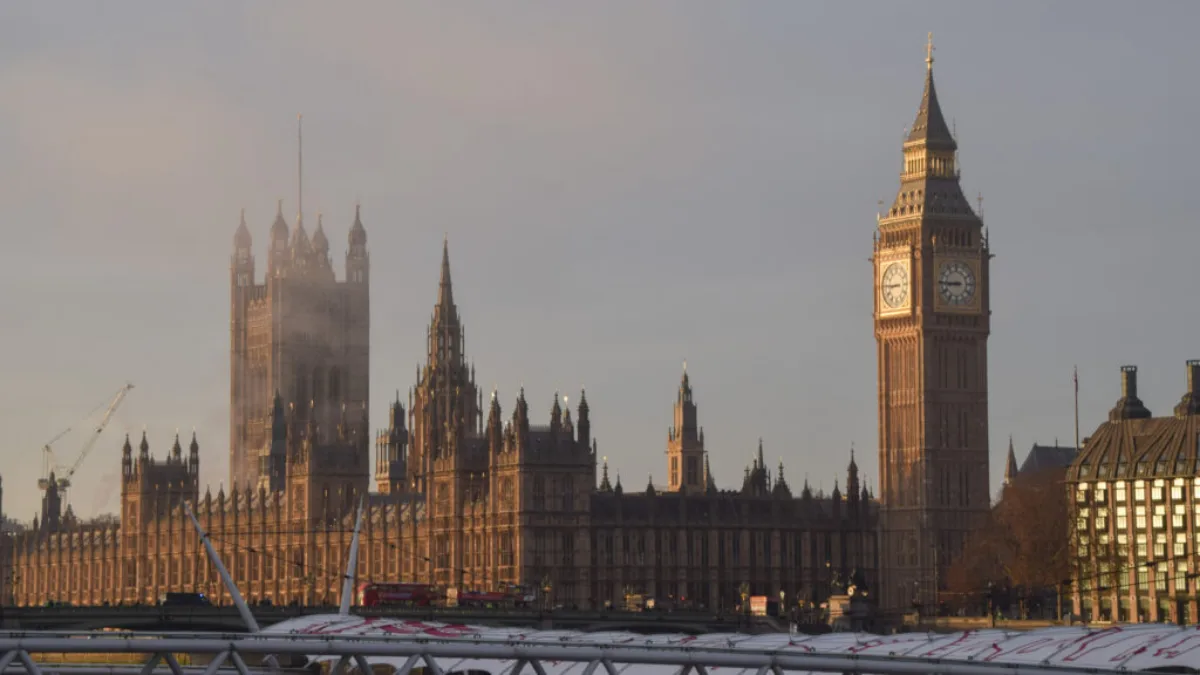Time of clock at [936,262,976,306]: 8:45
